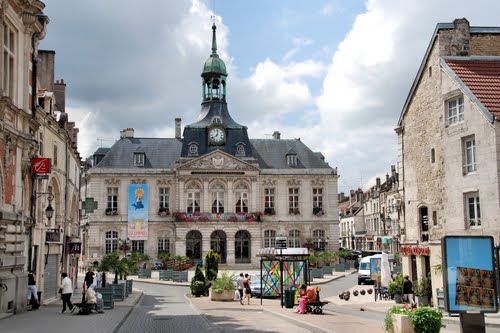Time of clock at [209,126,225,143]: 8:02
